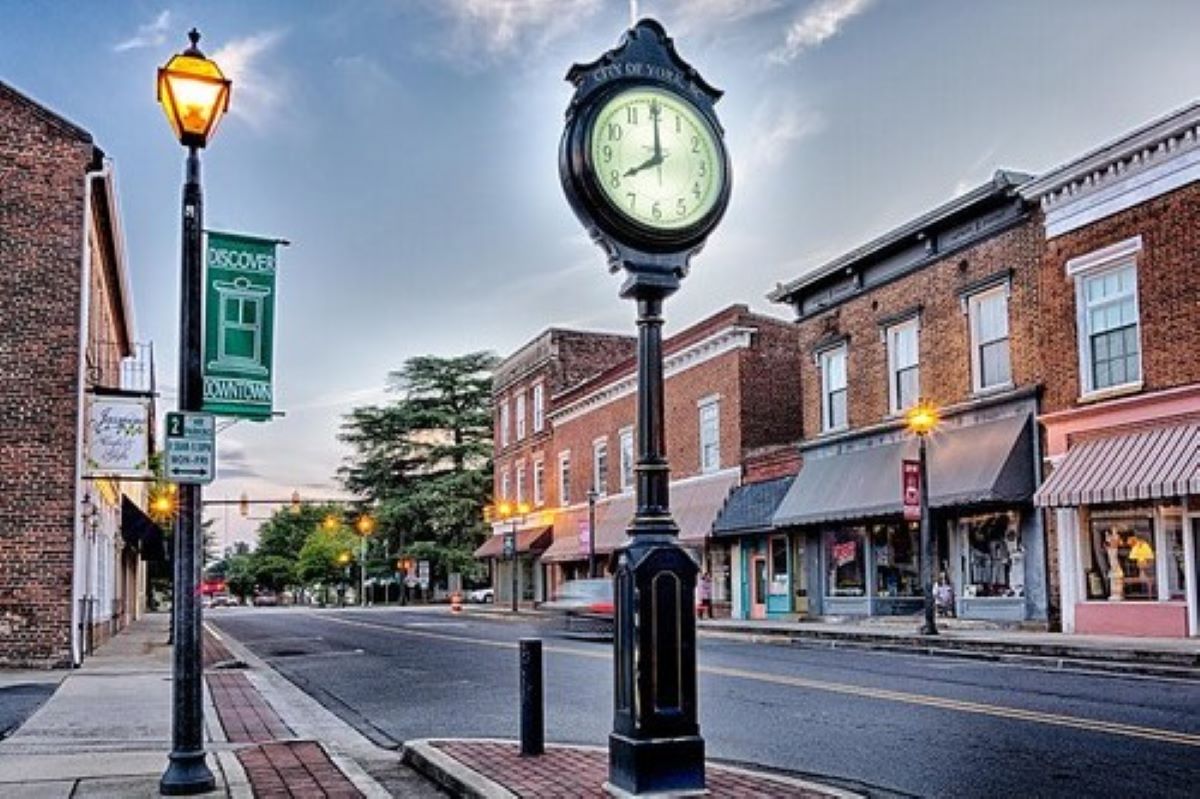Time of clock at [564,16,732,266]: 8:00
